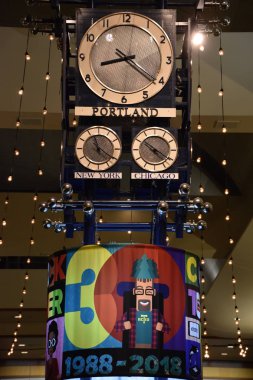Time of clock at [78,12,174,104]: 8:21
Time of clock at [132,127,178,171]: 10:20
